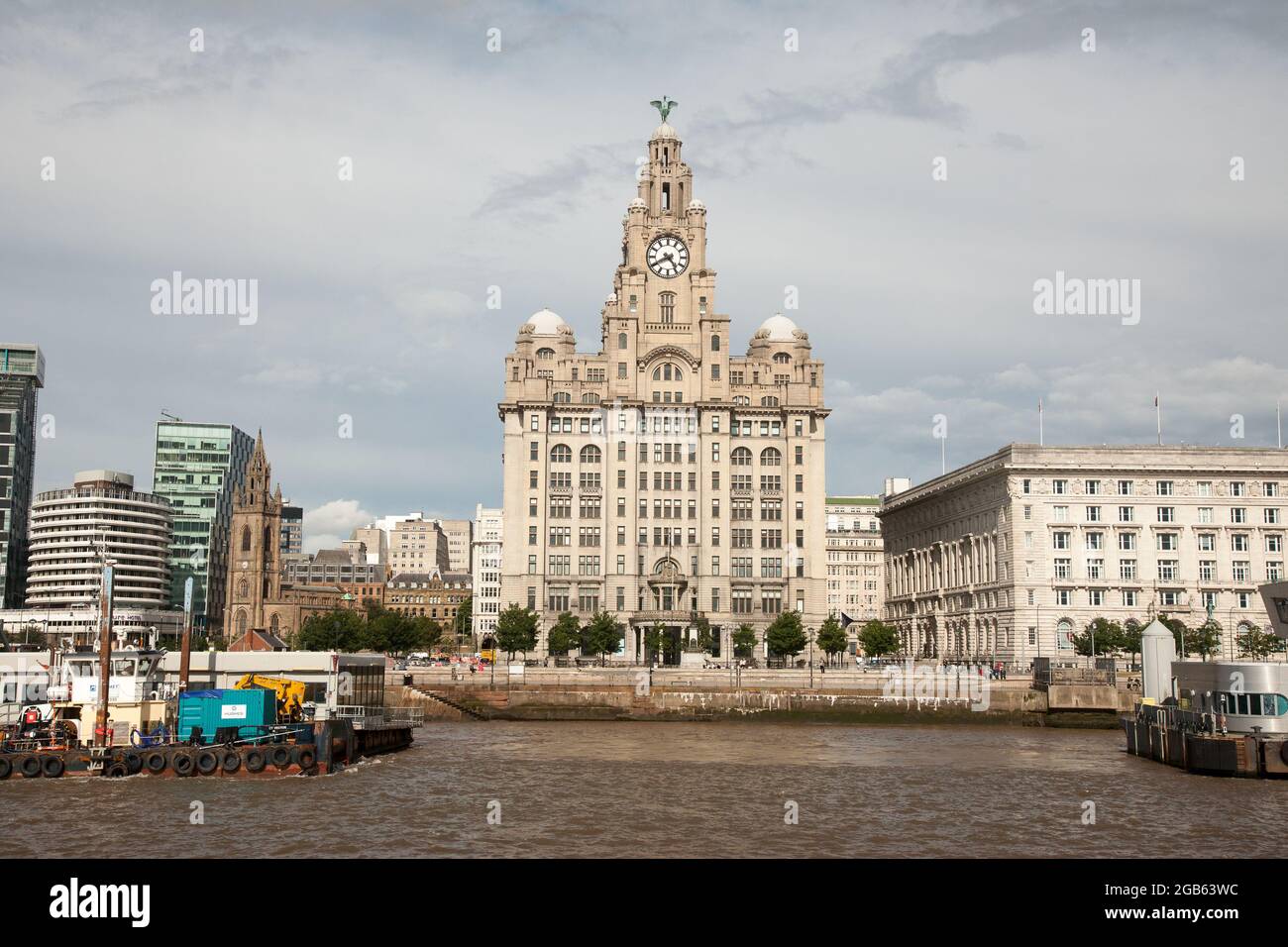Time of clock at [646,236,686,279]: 4:40
